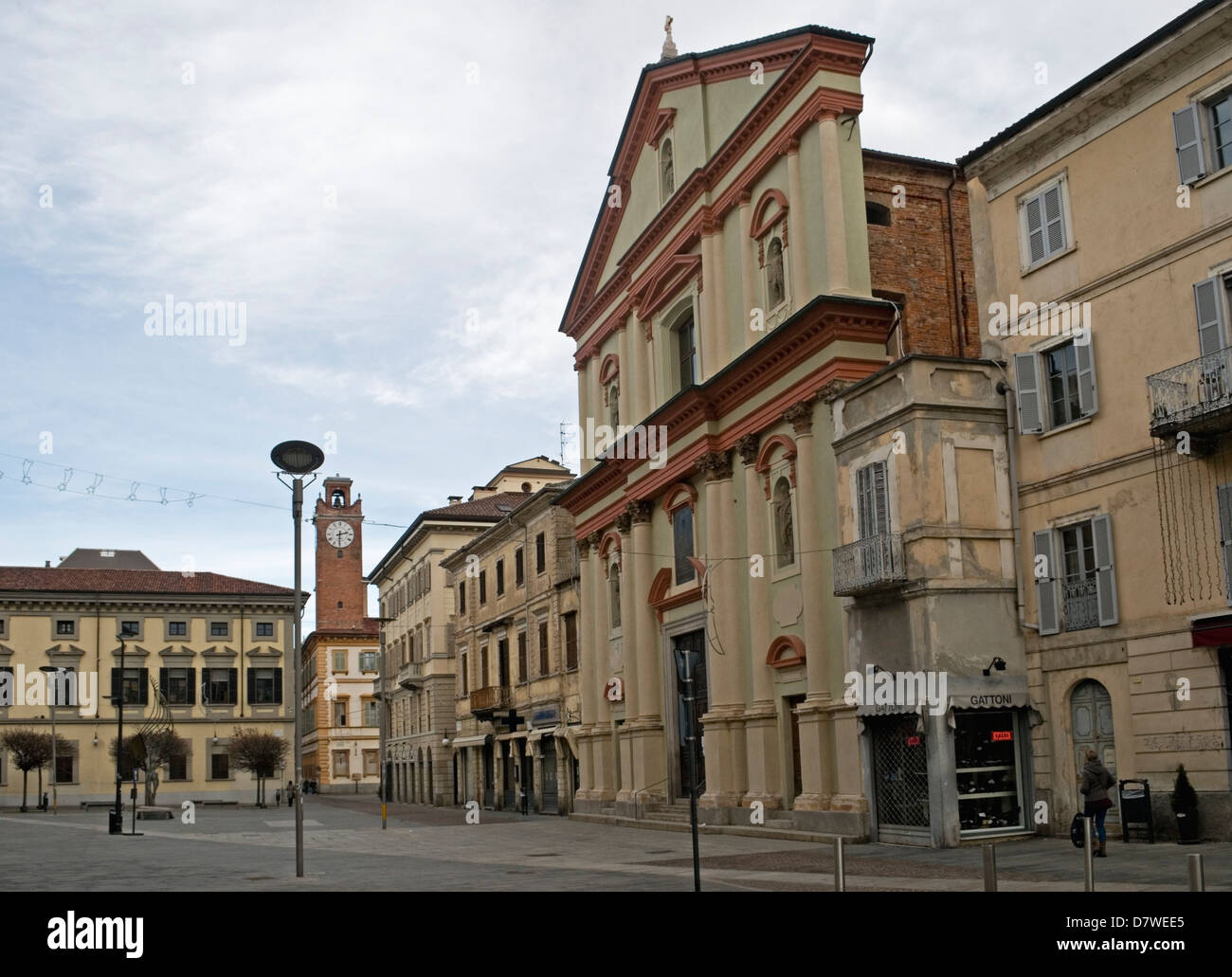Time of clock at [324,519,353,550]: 2:30
